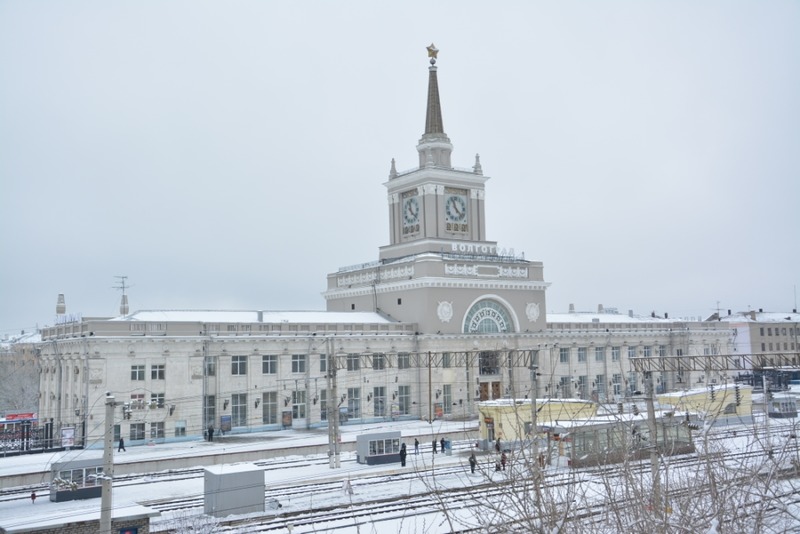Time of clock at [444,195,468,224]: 11:22
